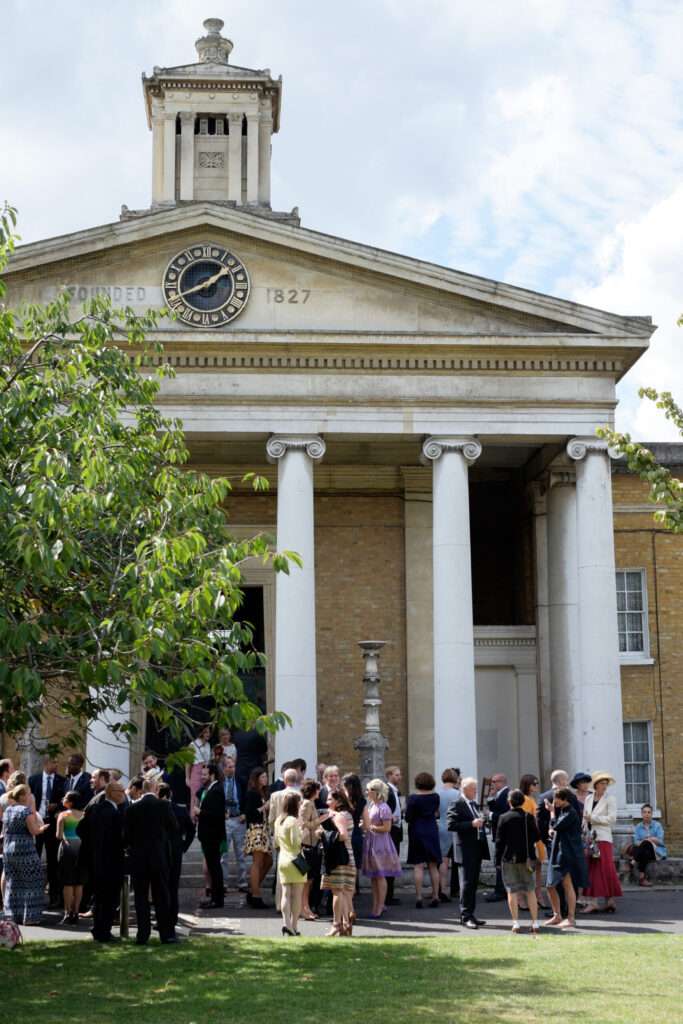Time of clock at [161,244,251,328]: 1:40
